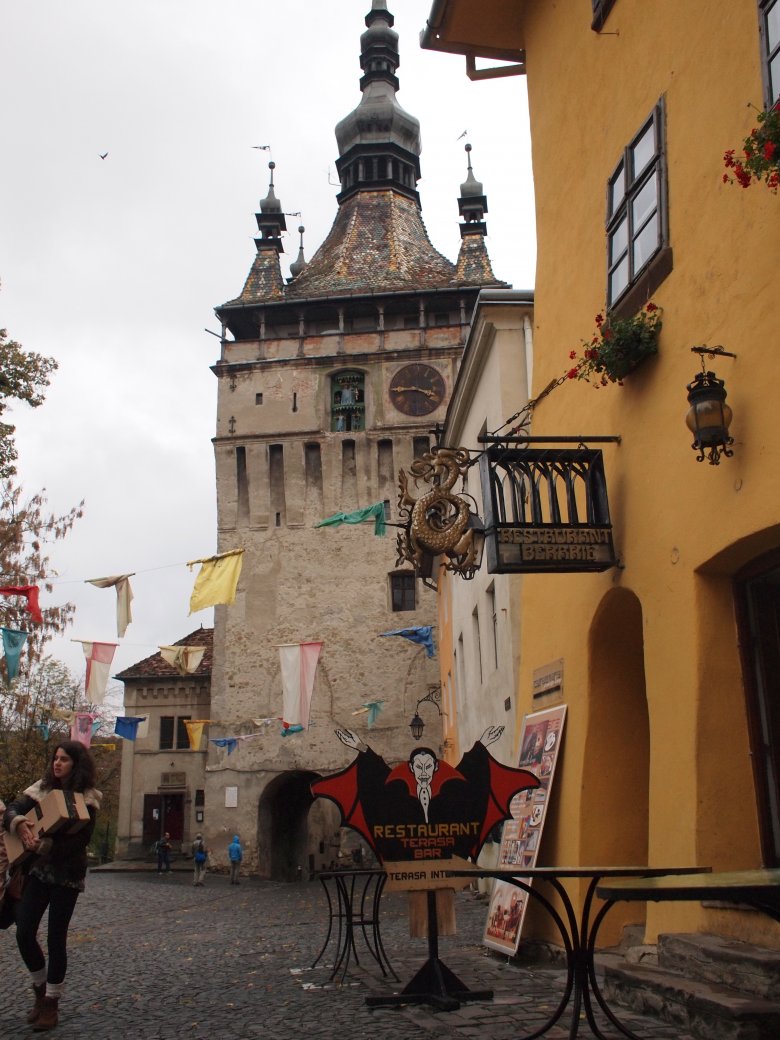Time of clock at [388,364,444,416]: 3:44
